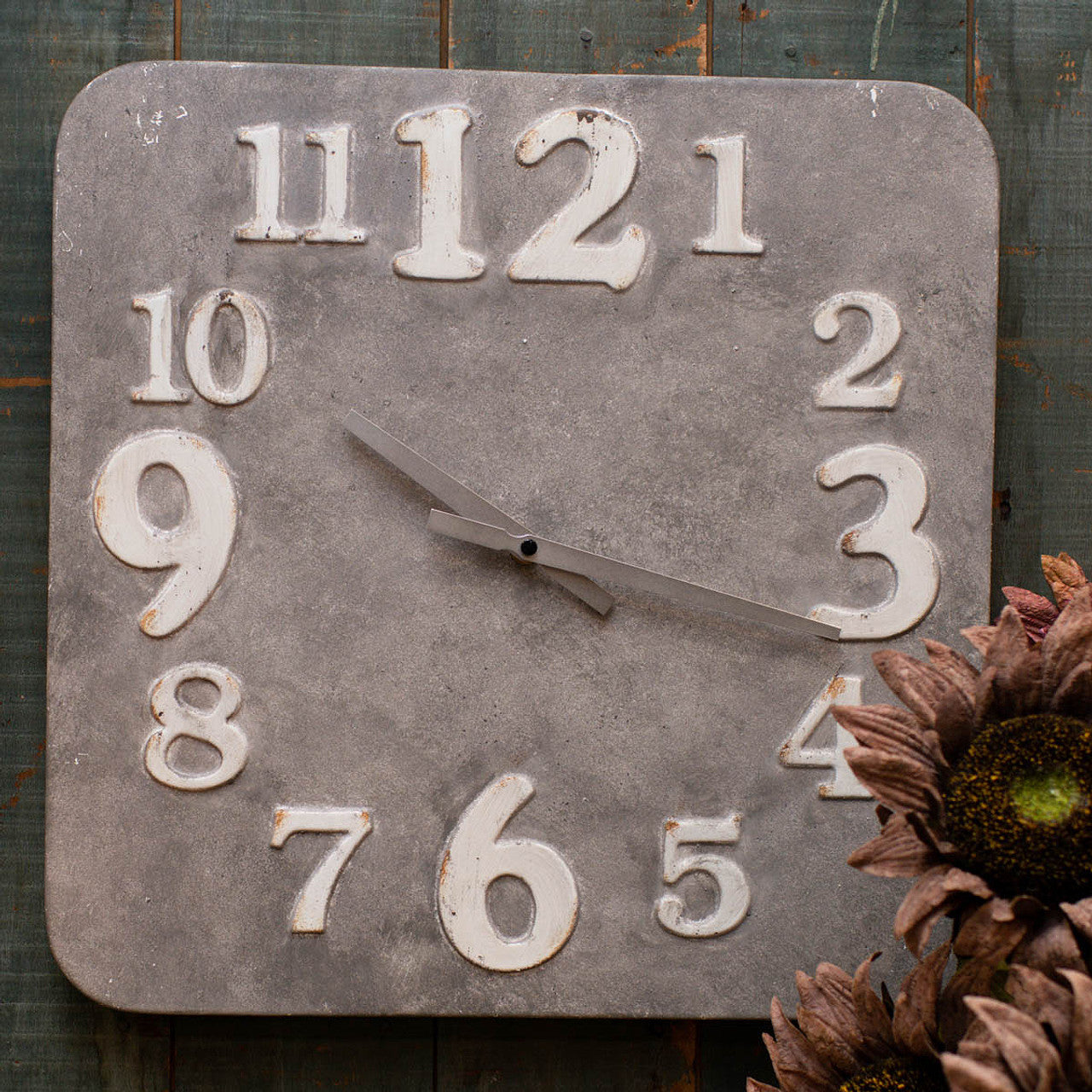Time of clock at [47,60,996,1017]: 10:17
